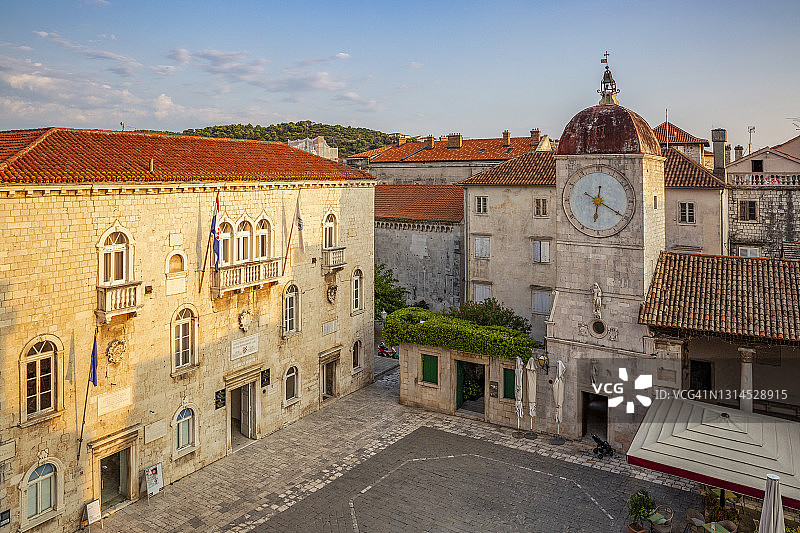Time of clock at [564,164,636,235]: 6:20
